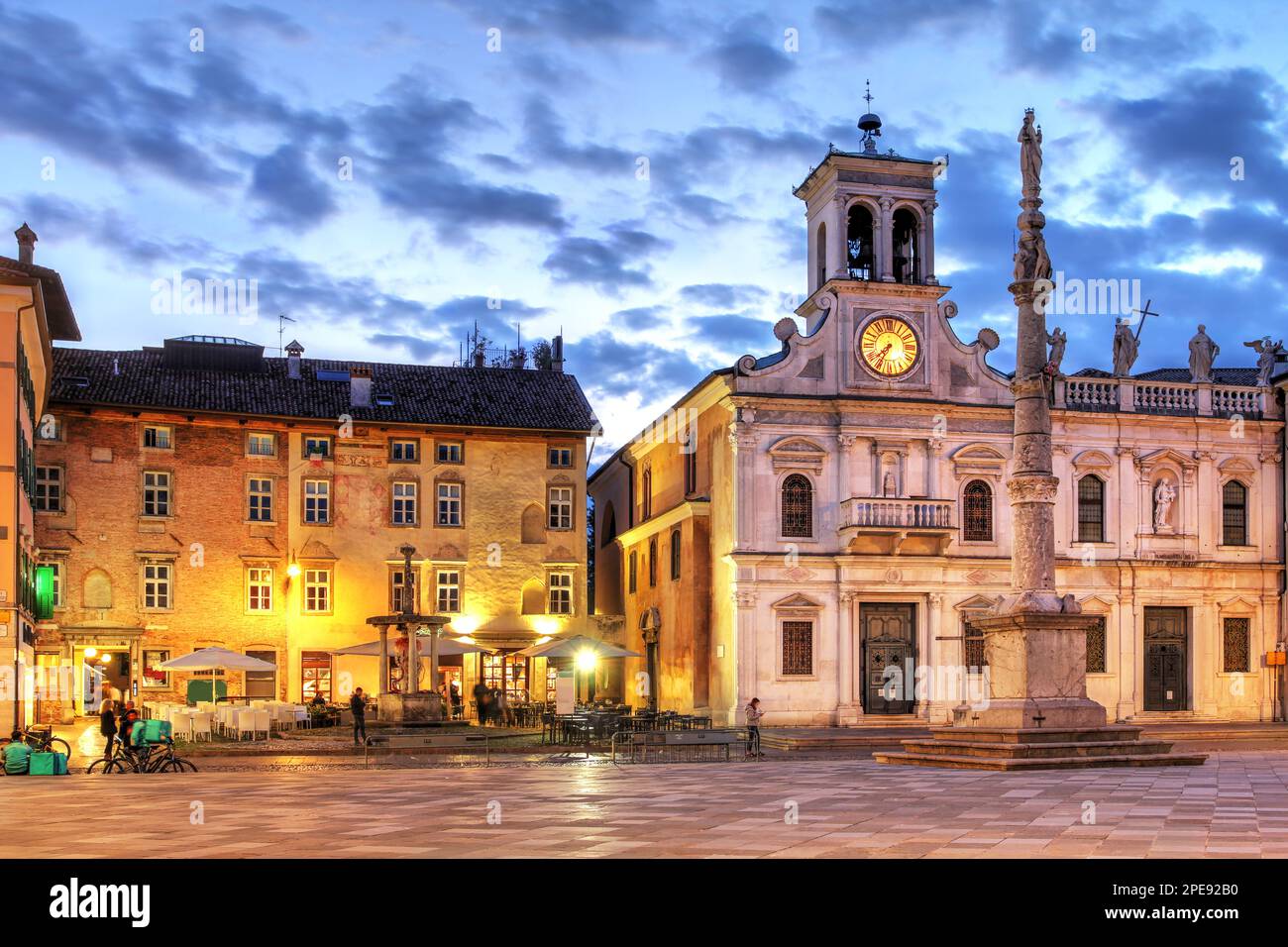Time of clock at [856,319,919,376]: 7:34
